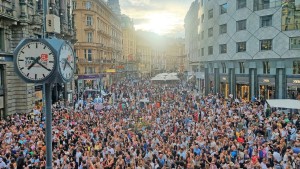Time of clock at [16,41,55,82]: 7:20
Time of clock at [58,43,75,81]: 7:20
